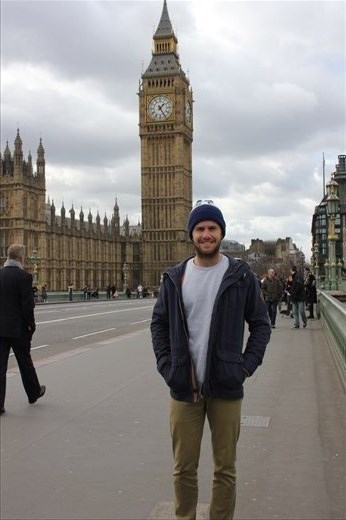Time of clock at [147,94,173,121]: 1:24
